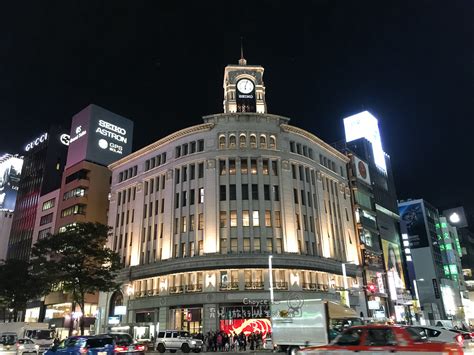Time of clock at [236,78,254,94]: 6:03
